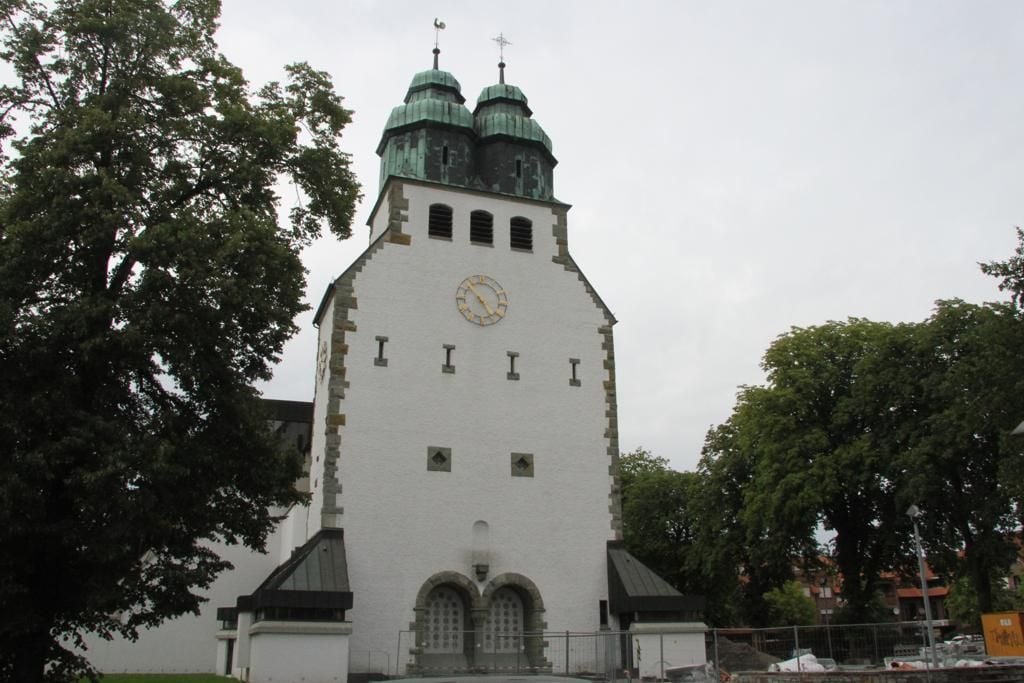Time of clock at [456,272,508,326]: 4:52
